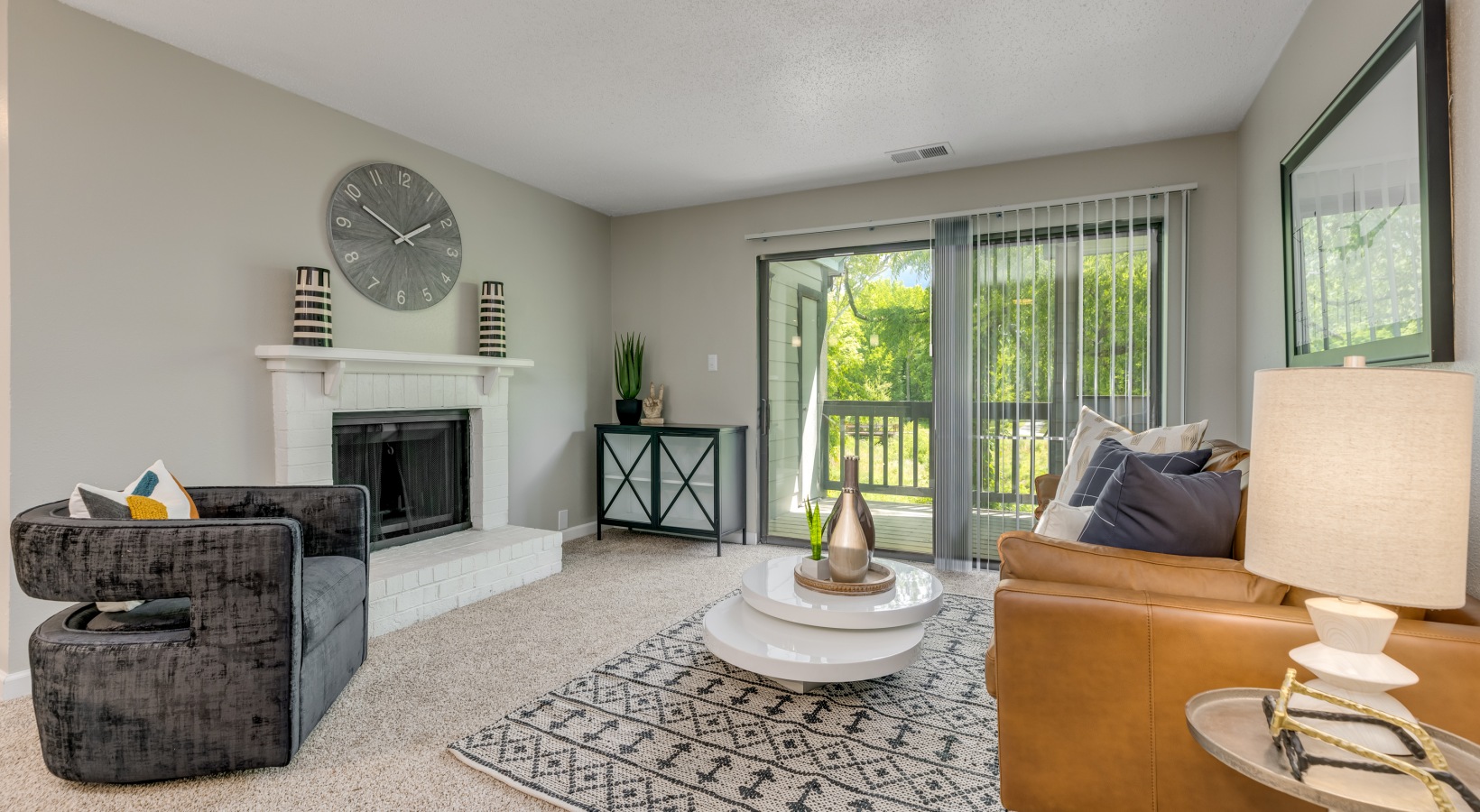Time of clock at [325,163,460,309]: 1:49
